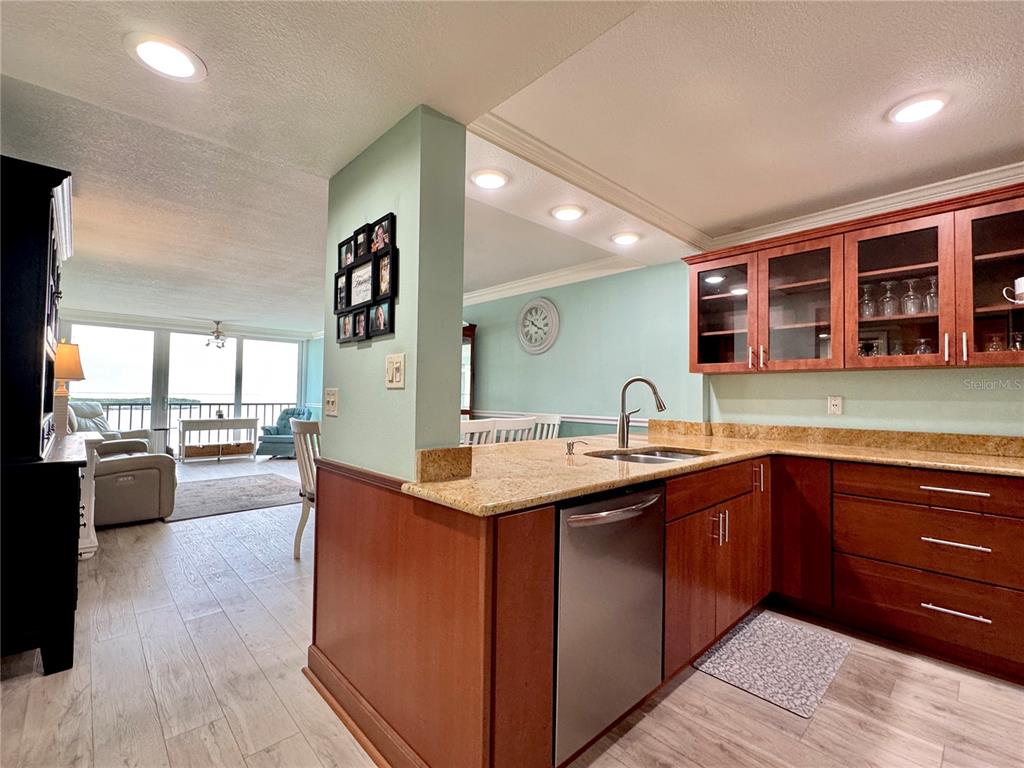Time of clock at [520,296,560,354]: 3:50
